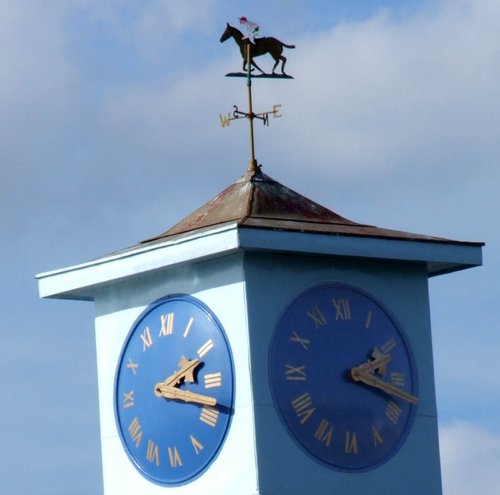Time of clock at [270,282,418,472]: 2:17
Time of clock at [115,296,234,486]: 2:18
